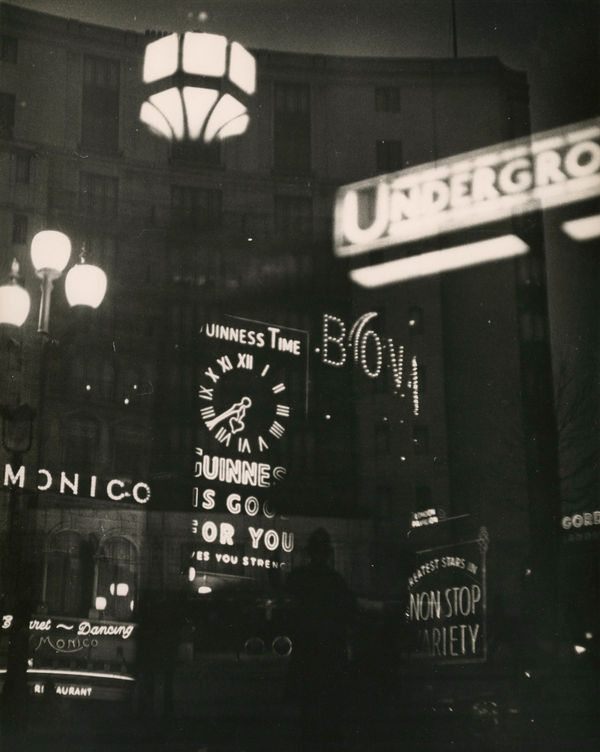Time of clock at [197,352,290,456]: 6:38
